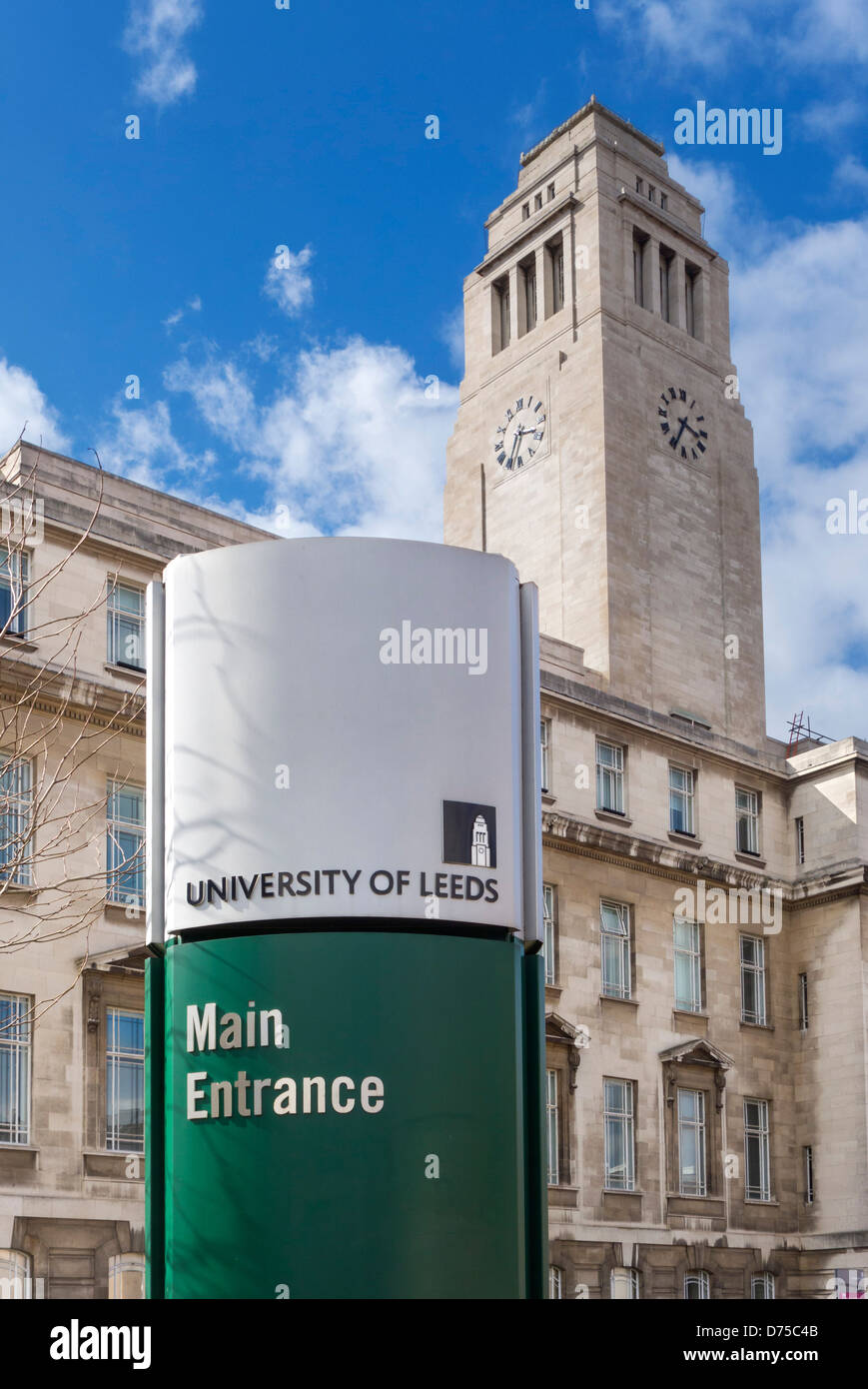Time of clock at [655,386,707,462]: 3:34
